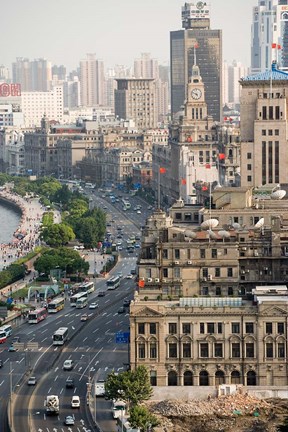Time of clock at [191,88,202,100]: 4:48
